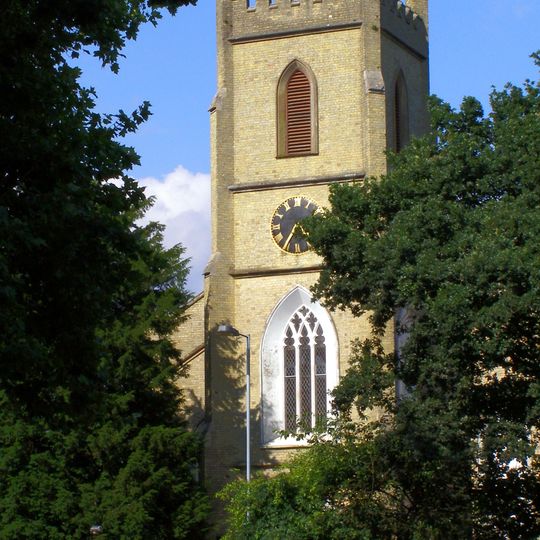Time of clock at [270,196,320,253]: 4:35
